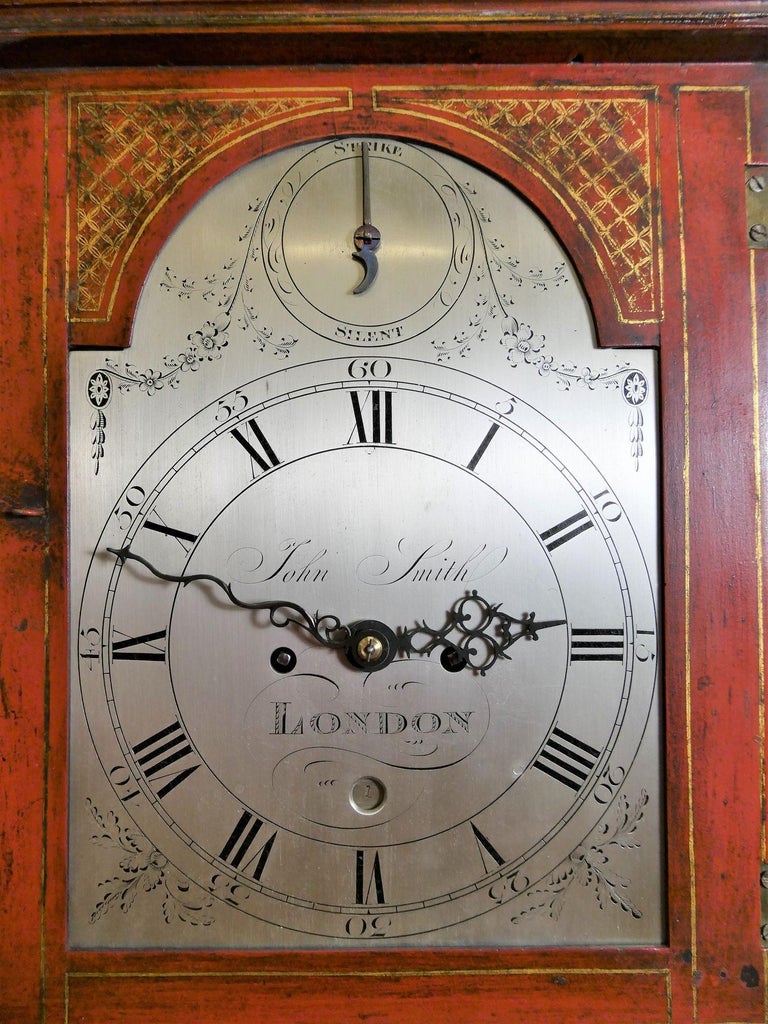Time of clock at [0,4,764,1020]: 2:48
